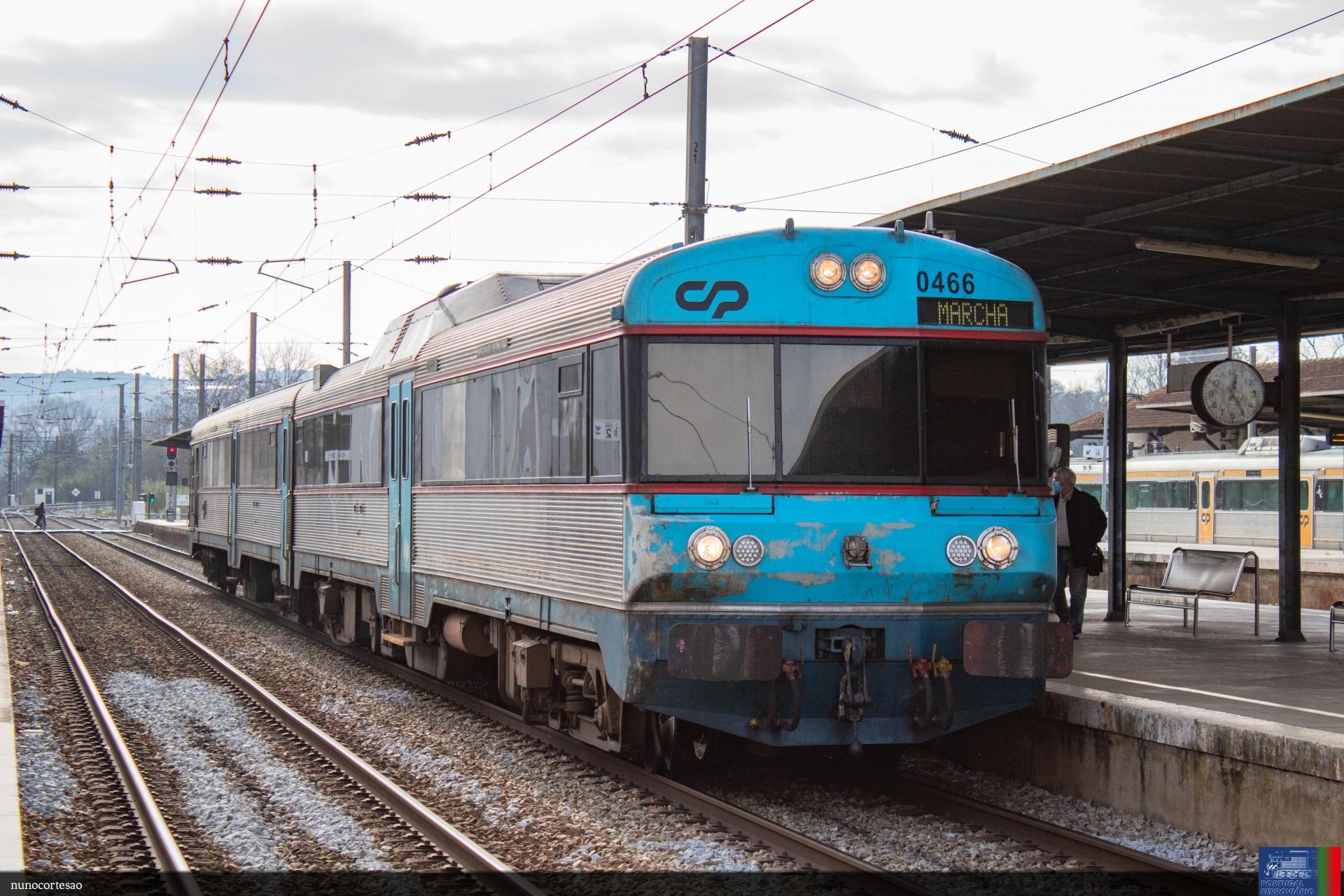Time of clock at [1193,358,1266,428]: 12:24
